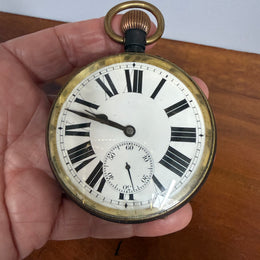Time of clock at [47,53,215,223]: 9:47
